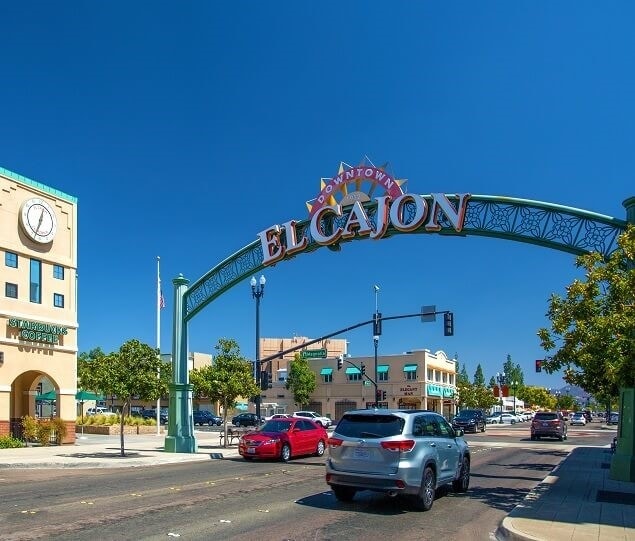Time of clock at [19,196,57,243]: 12:33
